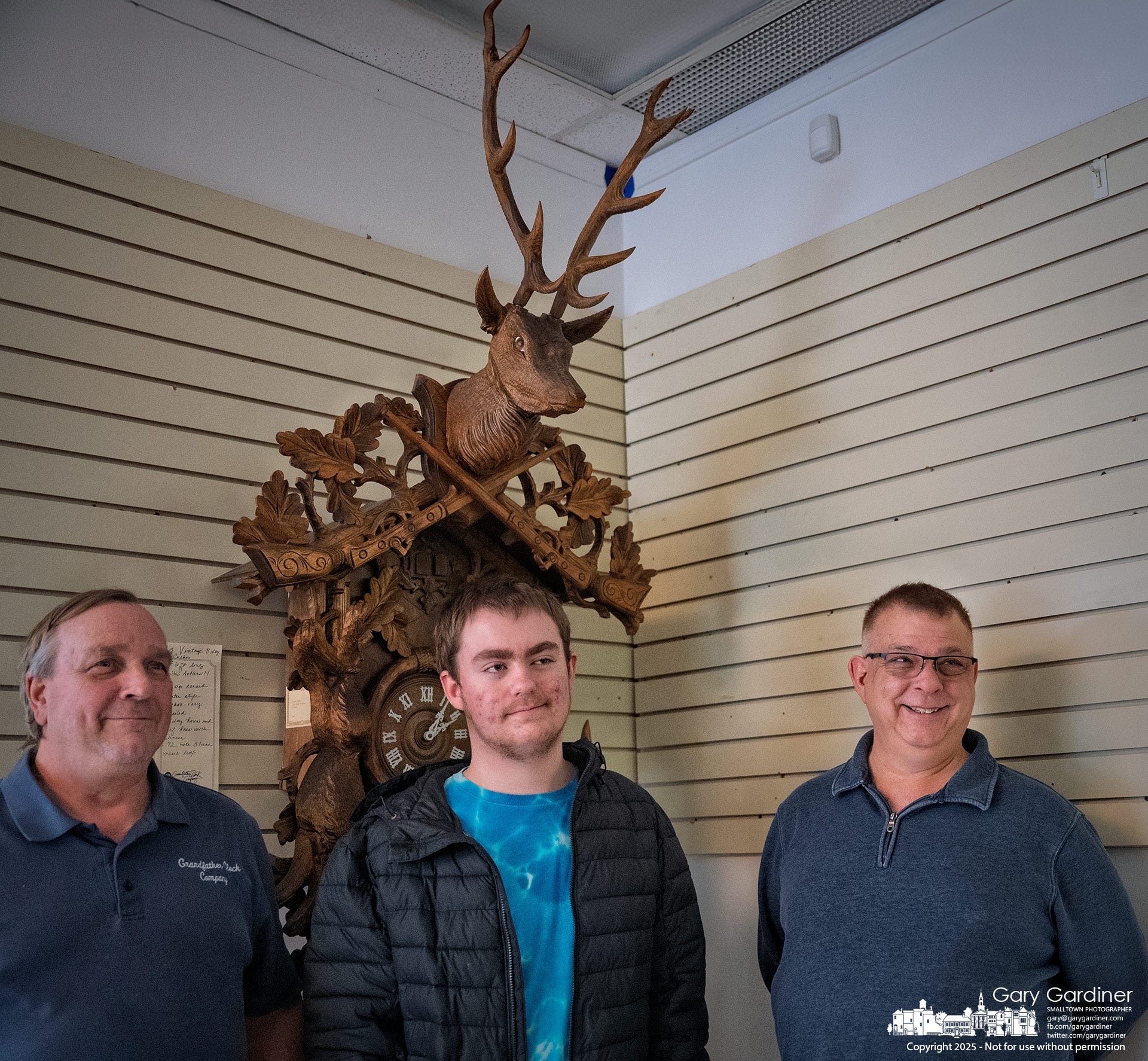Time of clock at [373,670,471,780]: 2:06
